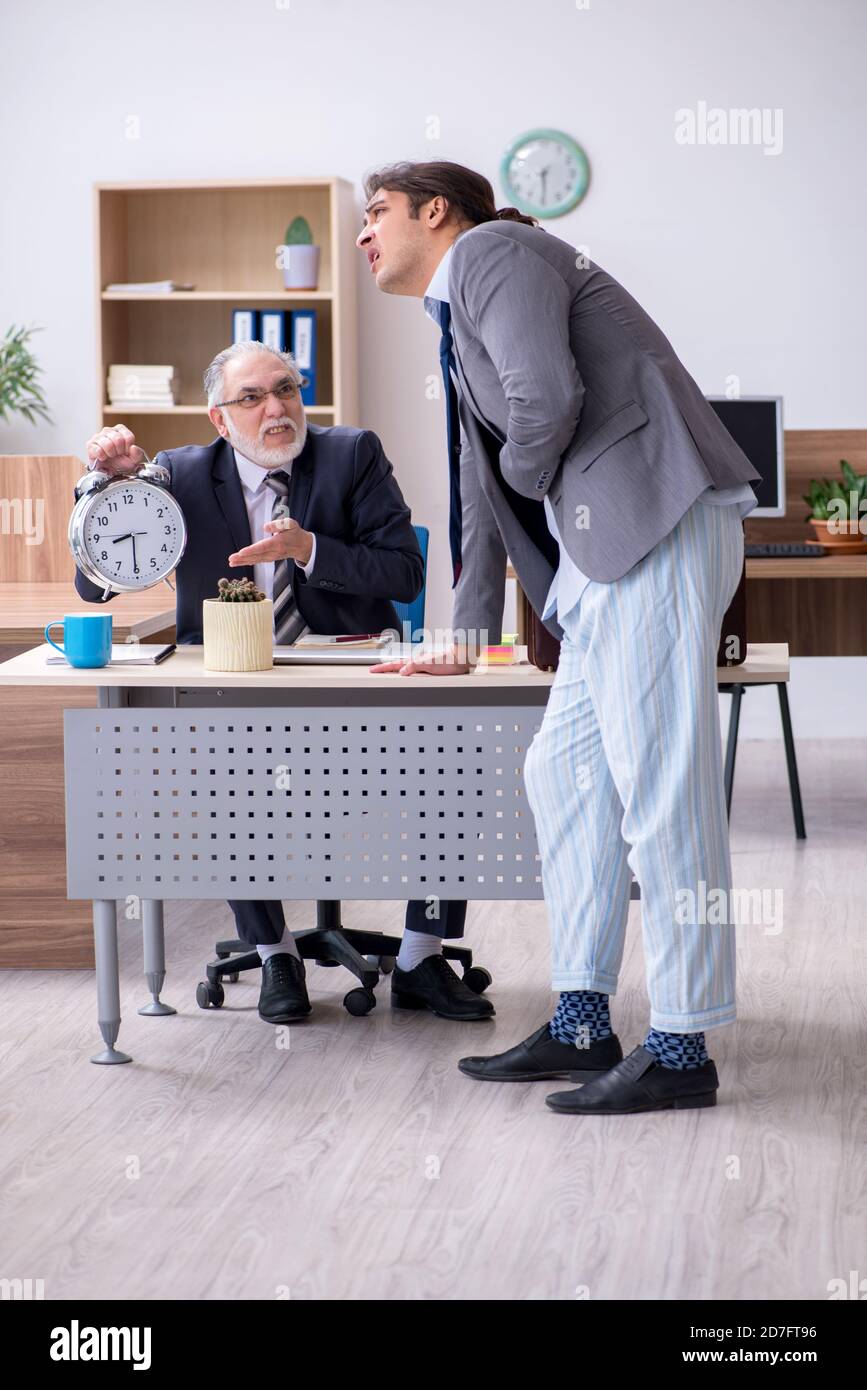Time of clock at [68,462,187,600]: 8:30
